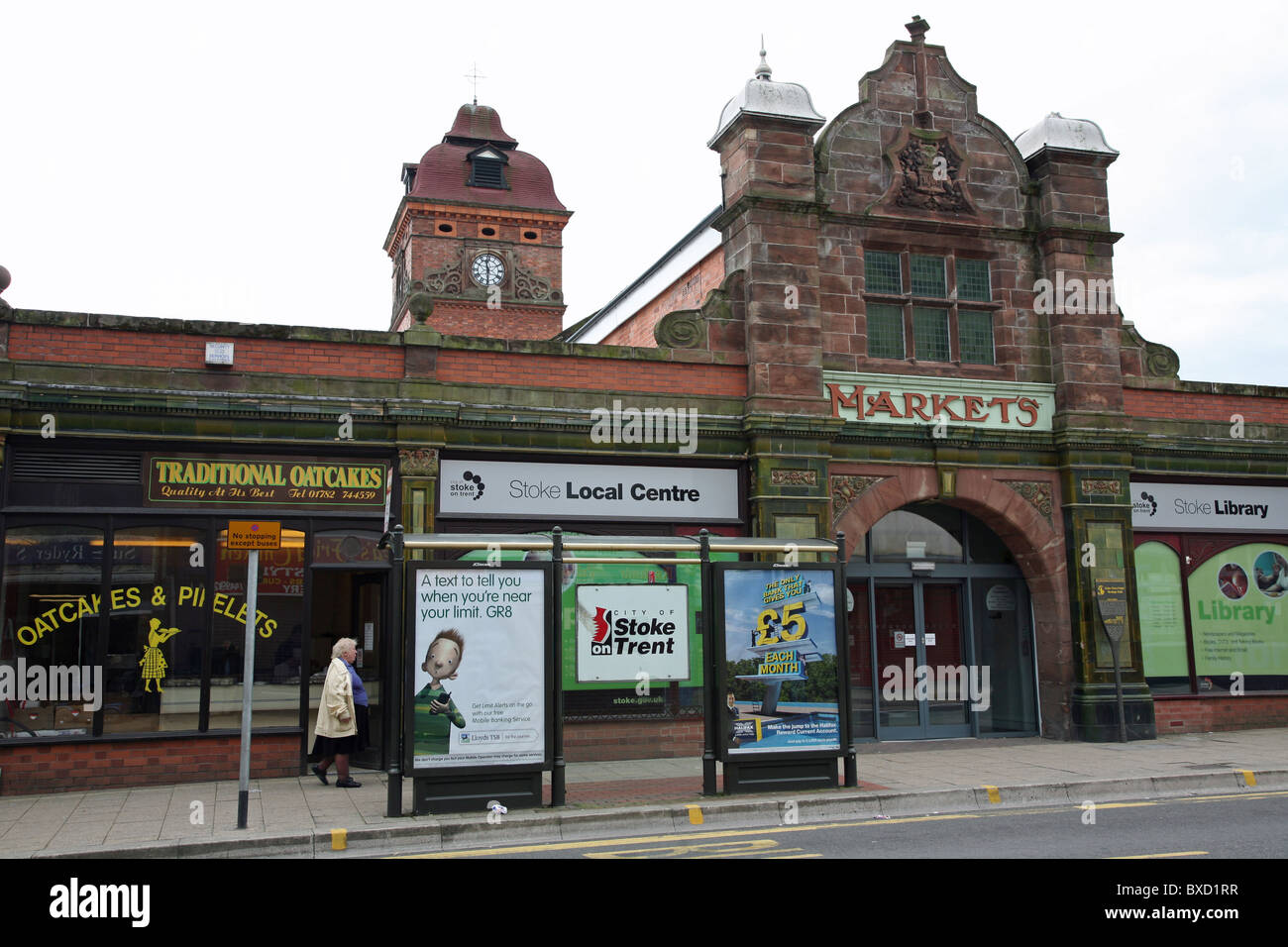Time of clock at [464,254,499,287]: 11:30
